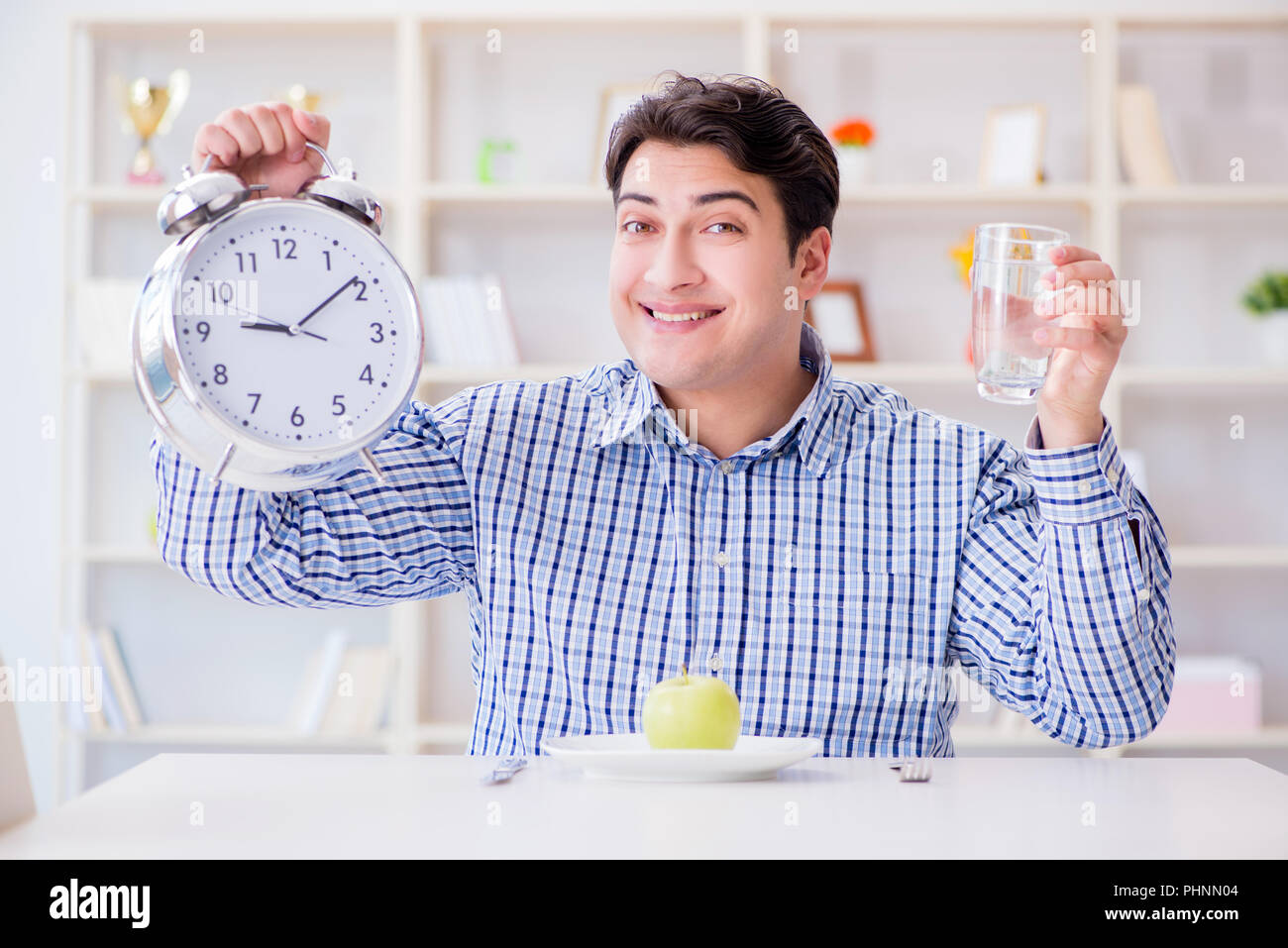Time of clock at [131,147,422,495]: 9:09
